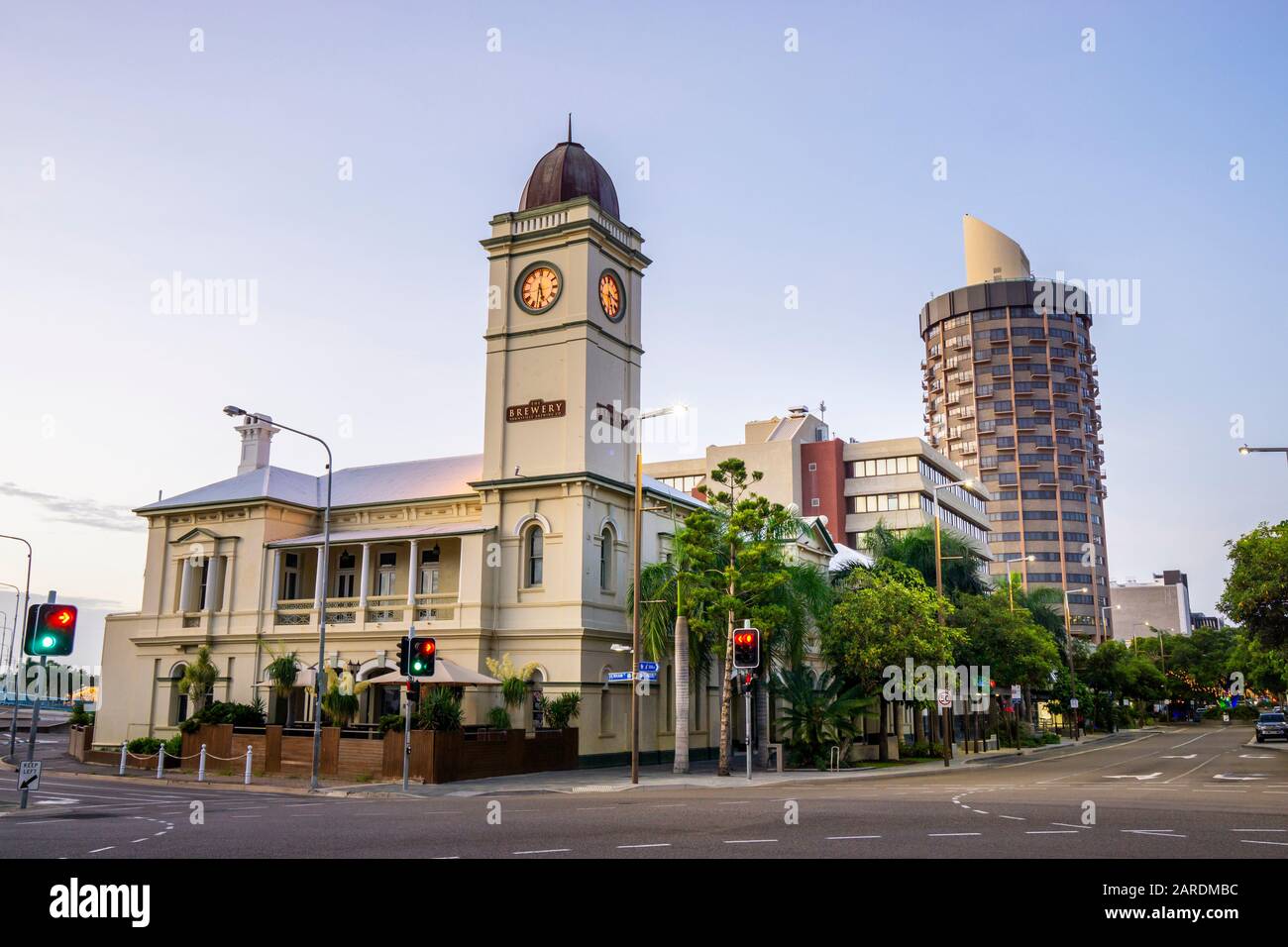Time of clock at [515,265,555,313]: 5:31
